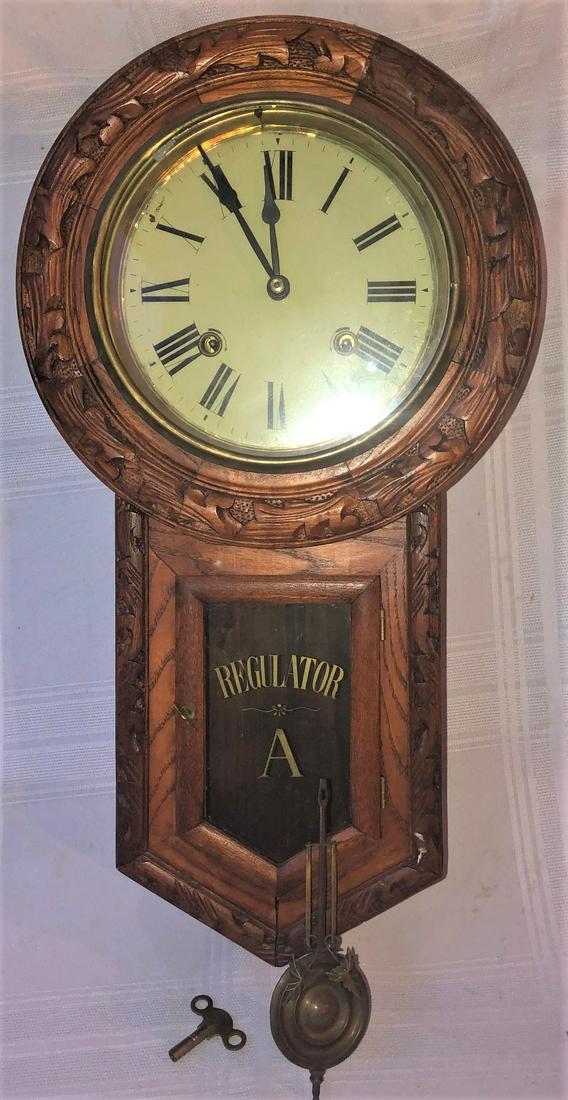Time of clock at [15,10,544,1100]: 11:54
